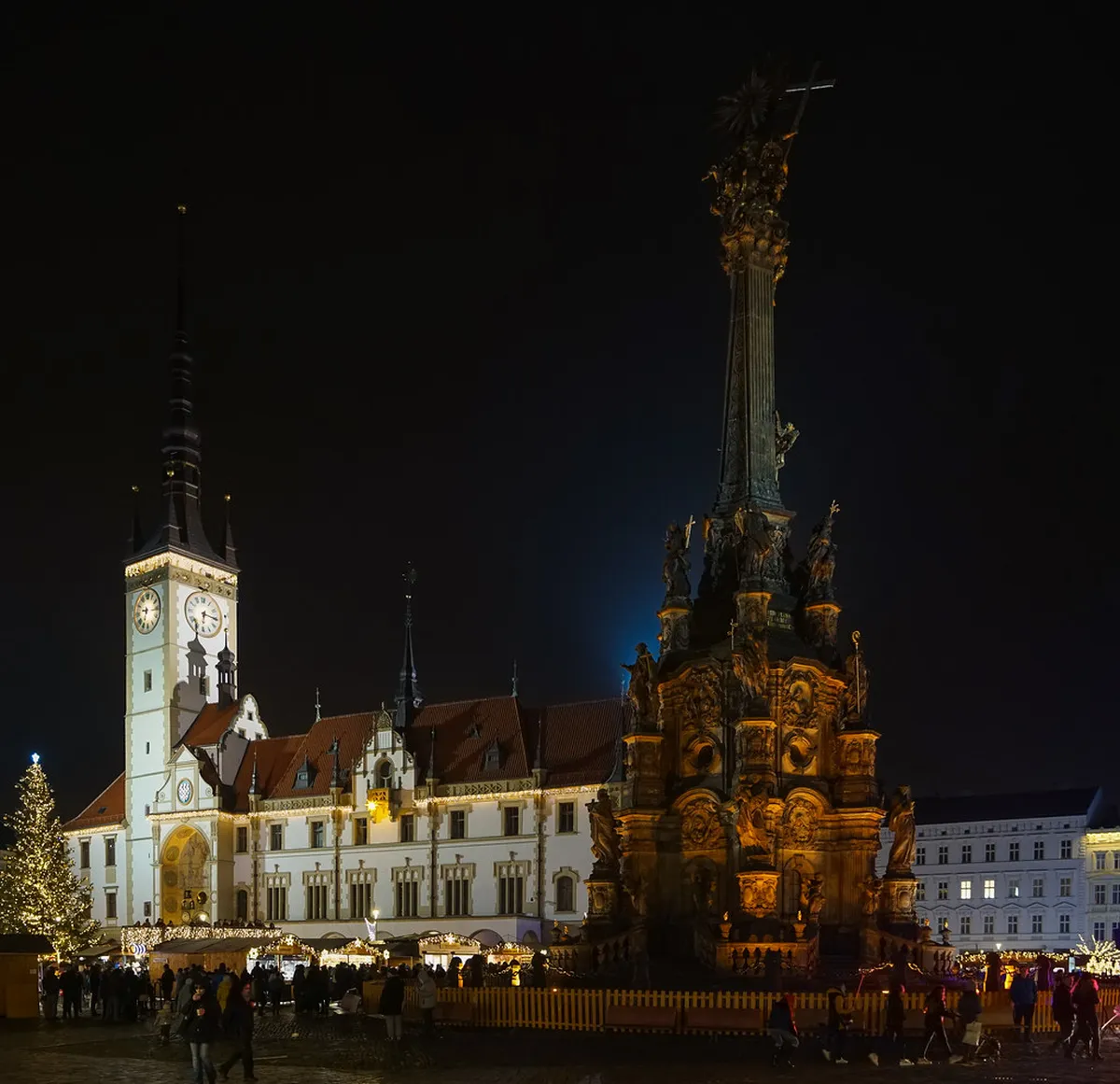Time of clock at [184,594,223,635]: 6:15
